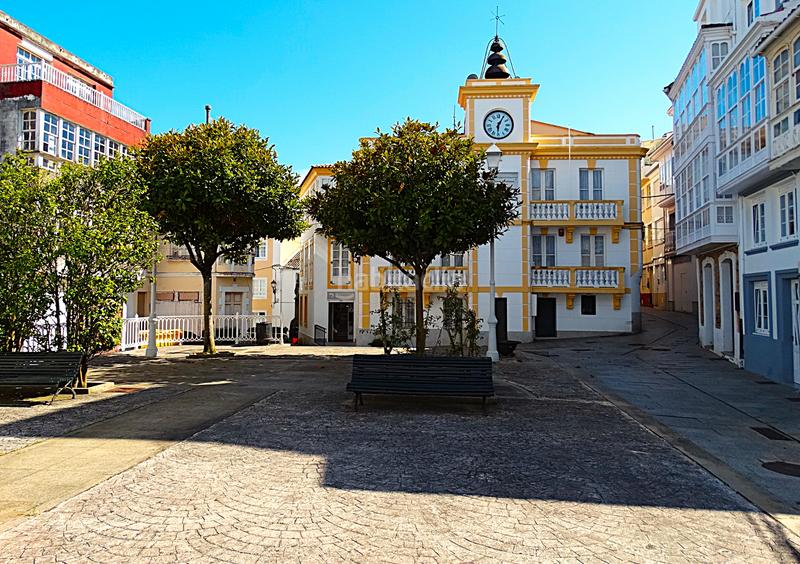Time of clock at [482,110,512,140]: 6:04
